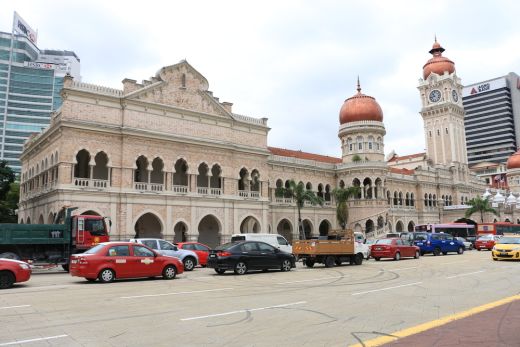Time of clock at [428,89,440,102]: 10:42
